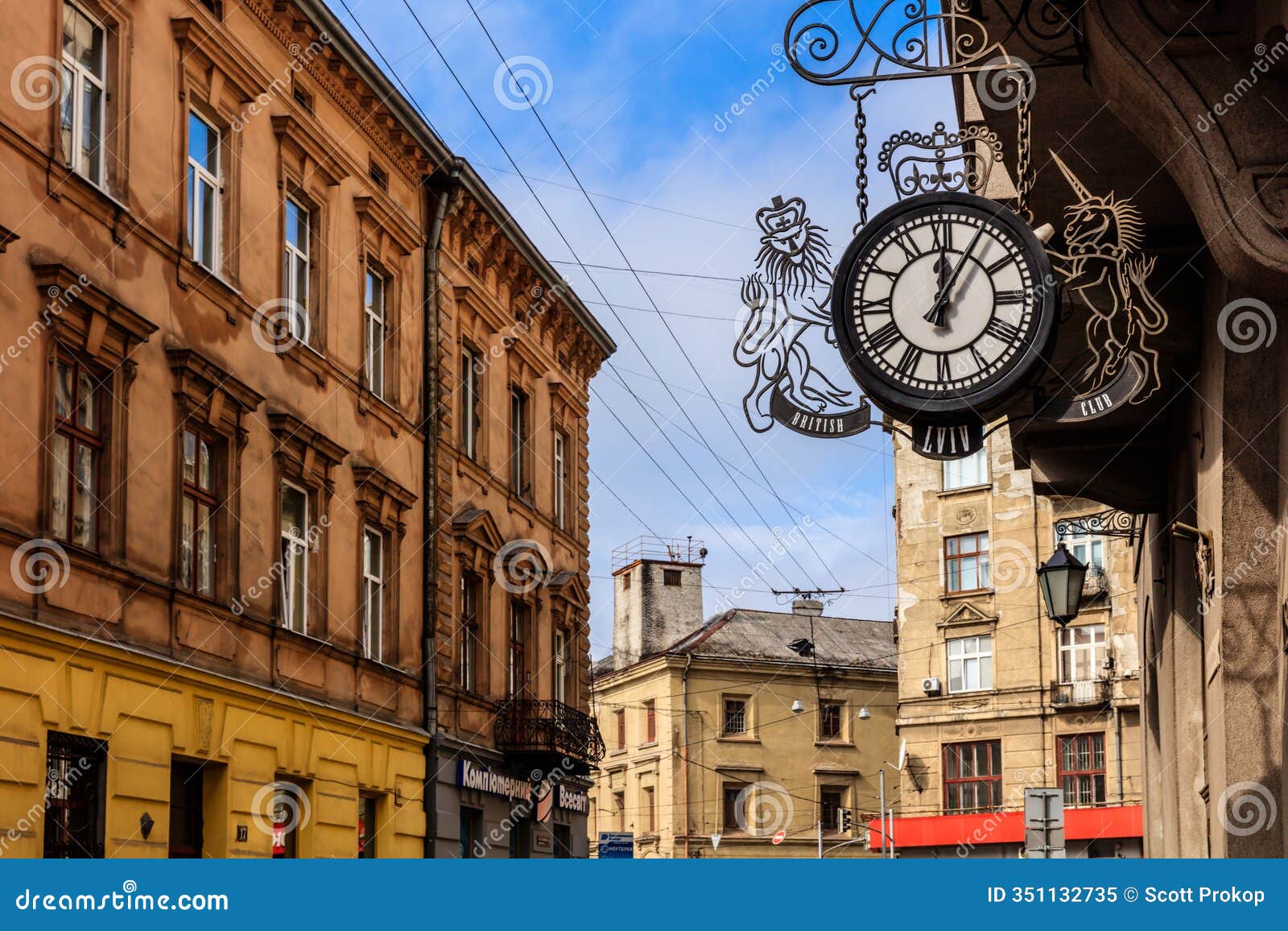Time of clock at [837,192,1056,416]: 12:05
